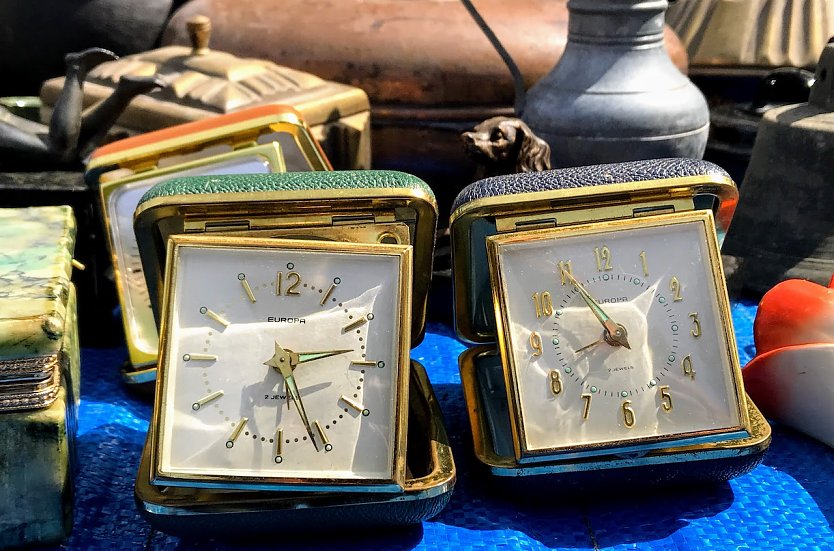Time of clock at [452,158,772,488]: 1:54
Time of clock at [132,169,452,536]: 2:25
